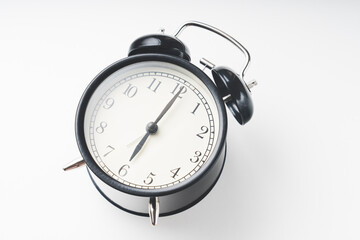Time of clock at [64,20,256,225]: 7:06
